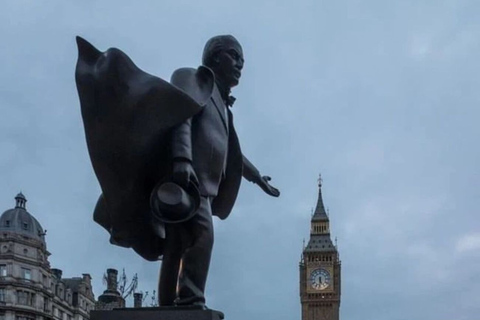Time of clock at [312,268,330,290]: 5:31
